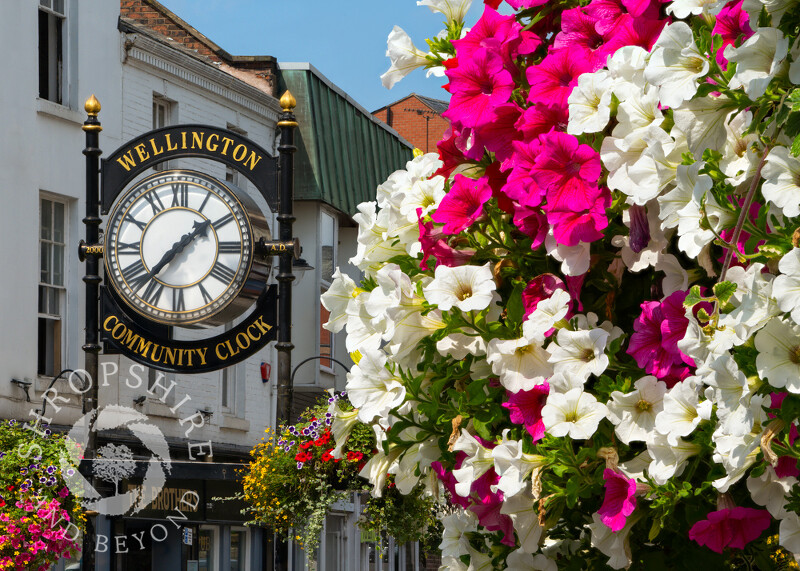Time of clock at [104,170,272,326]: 1:36
